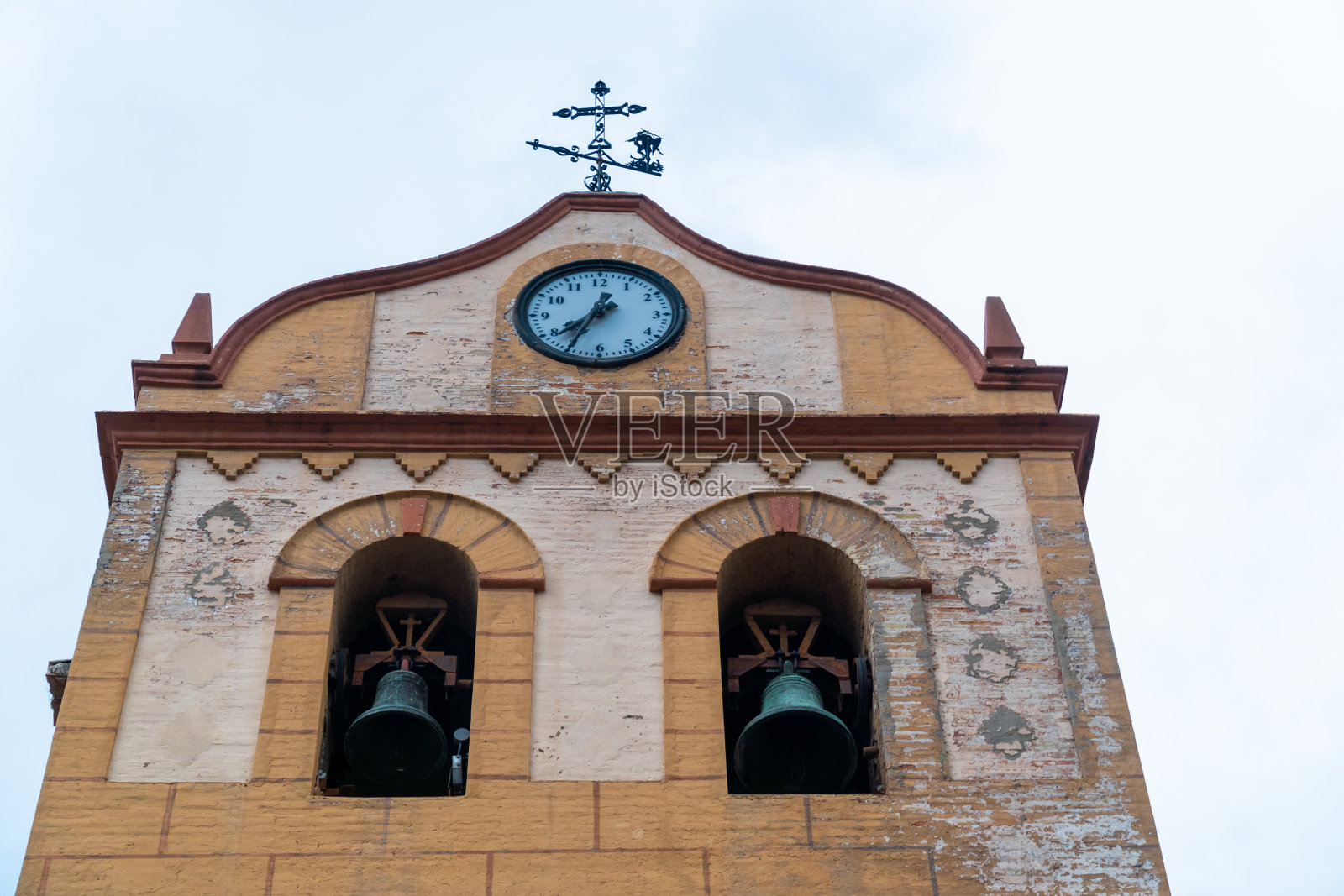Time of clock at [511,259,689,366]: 7:34
